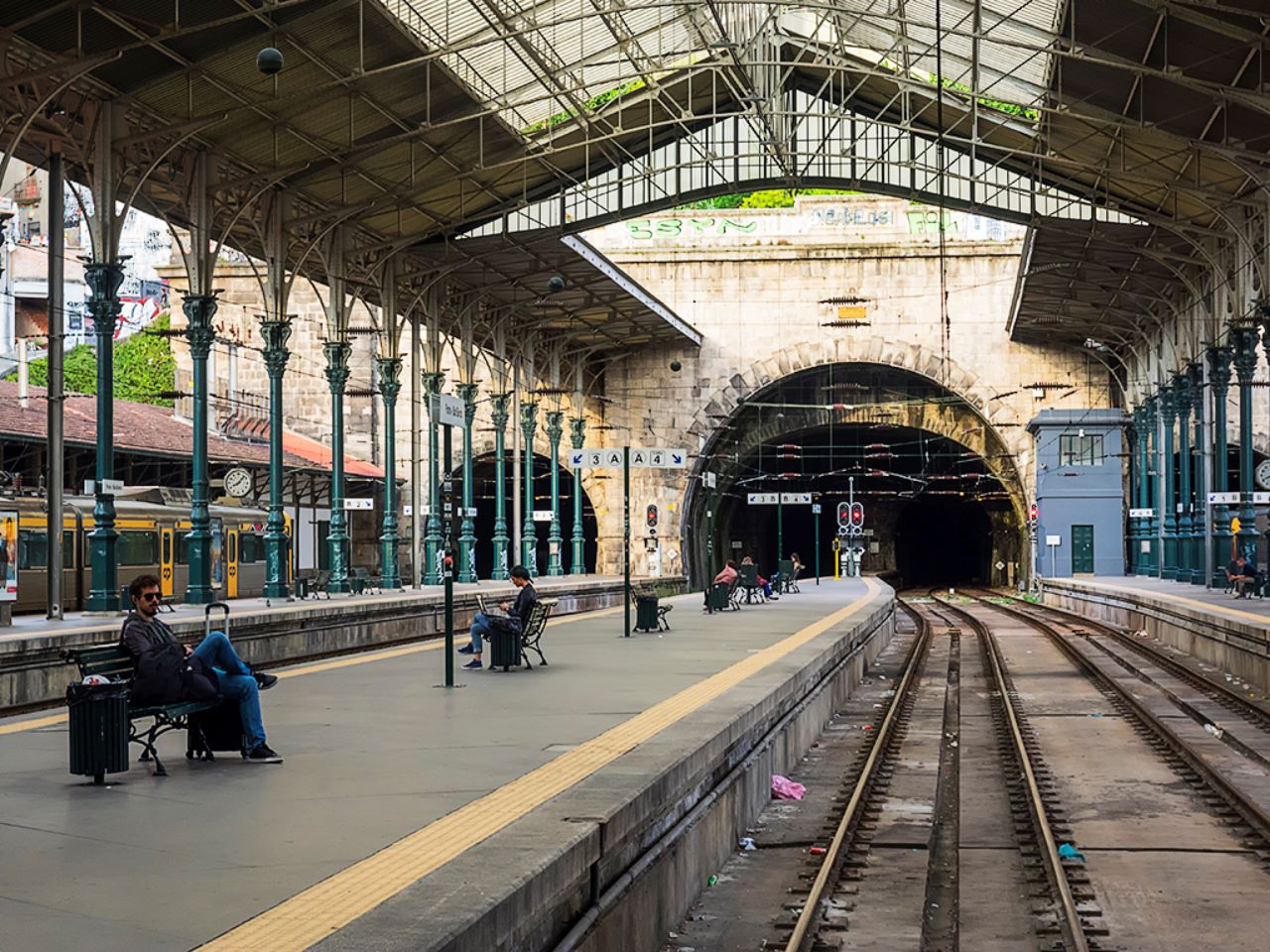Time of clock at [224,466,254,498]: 8:07
